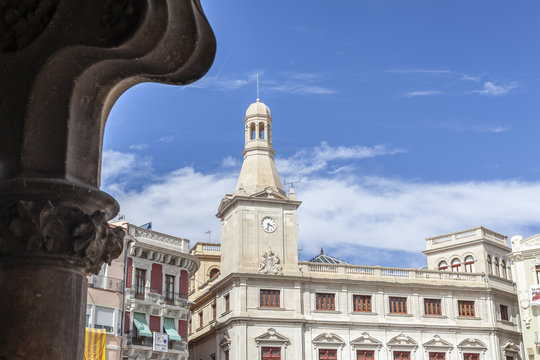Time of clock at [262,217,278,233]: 3:32
